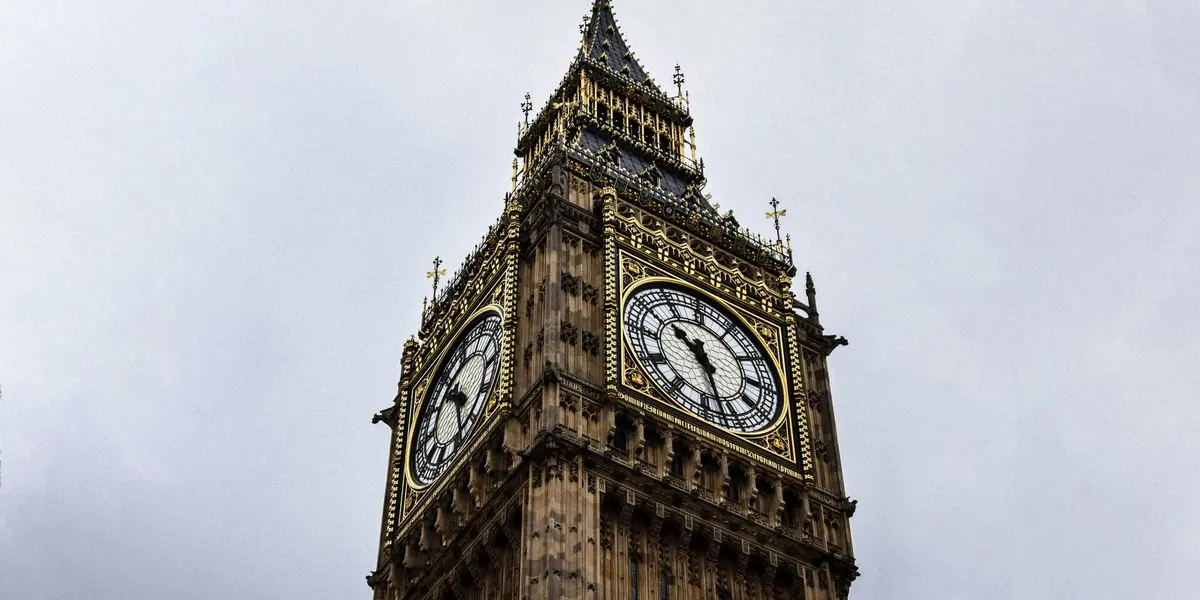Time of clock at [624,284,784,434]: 10:27
